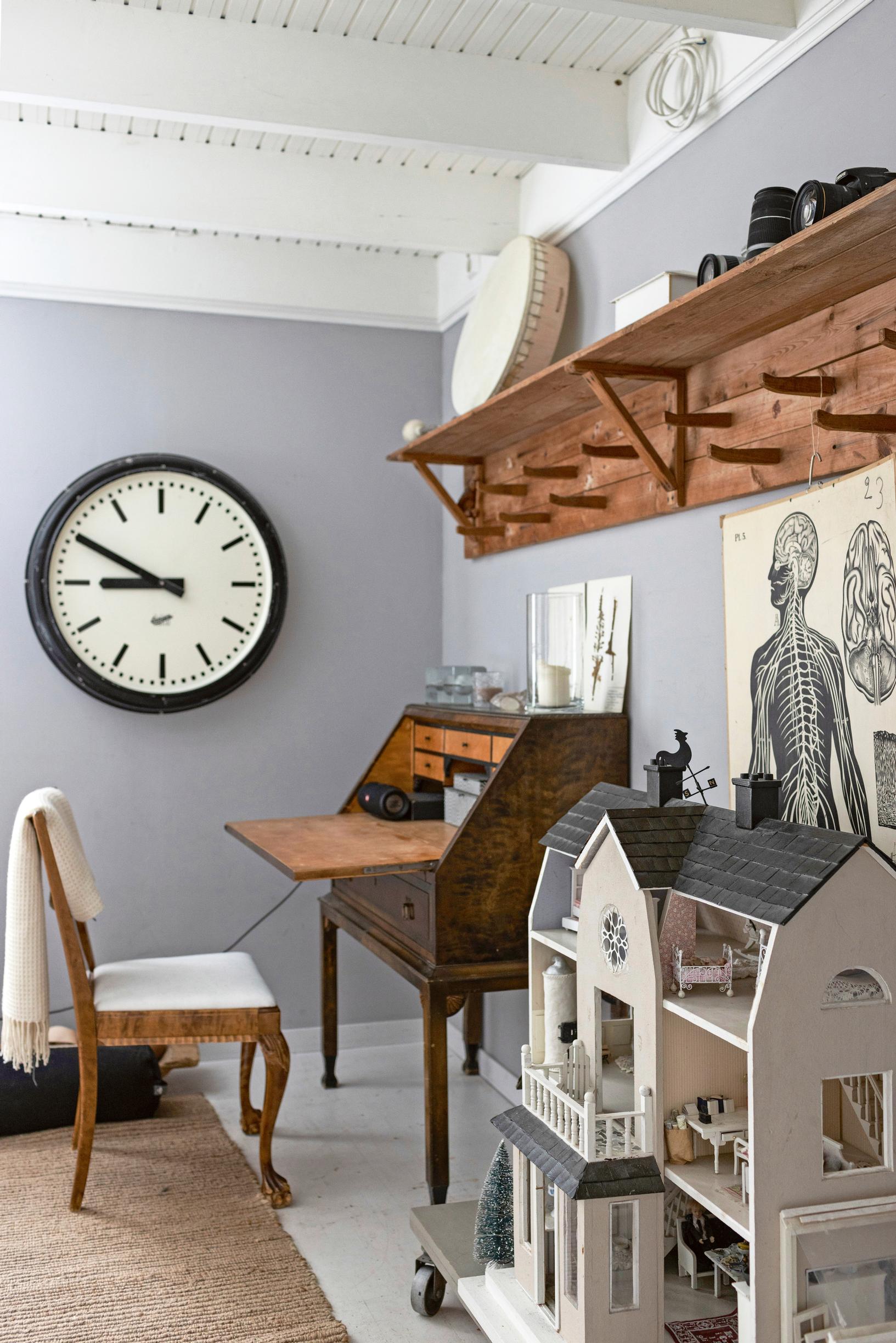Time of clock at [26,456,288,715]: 8:49
